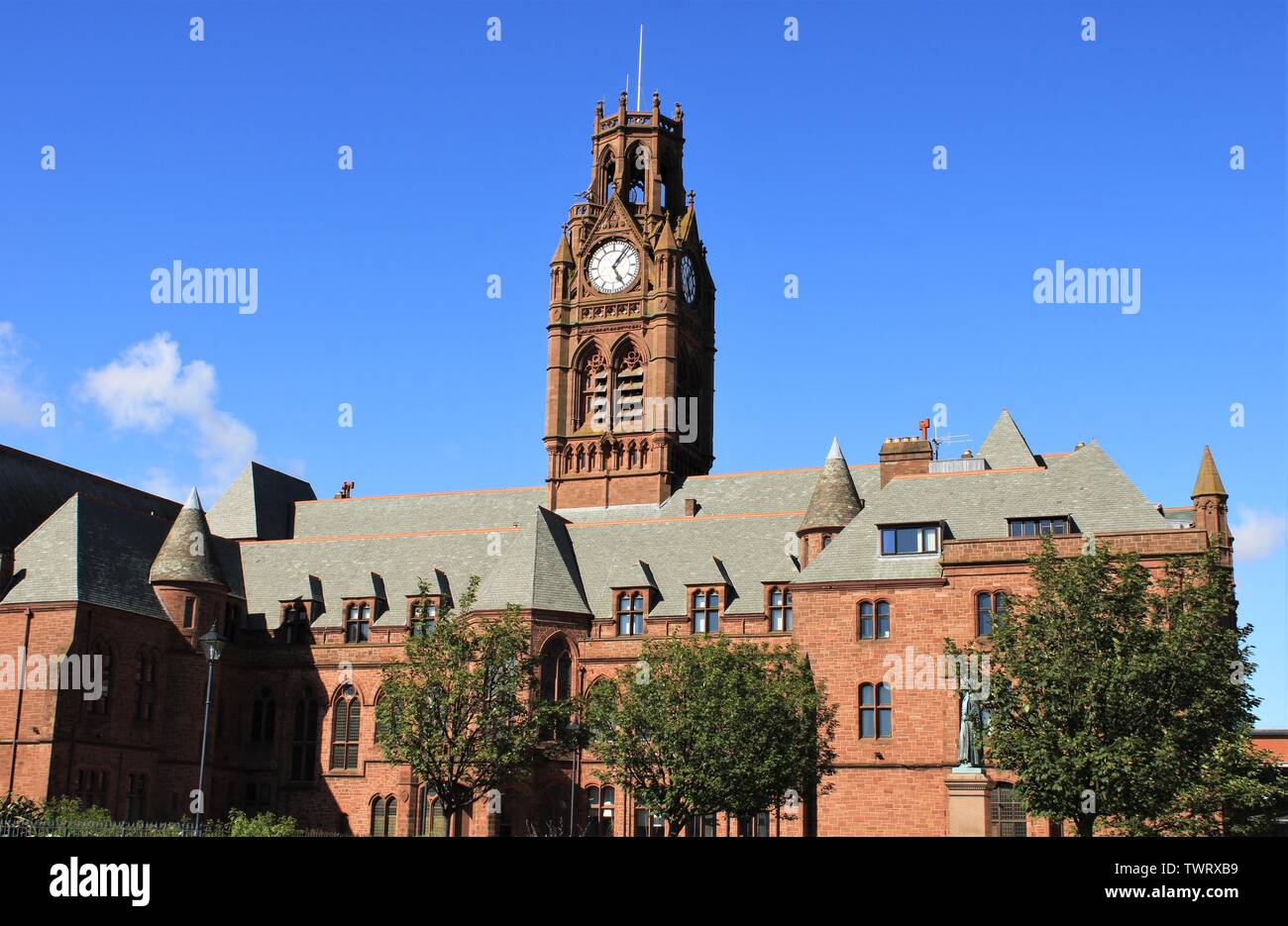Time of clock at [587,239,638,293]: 5:06
